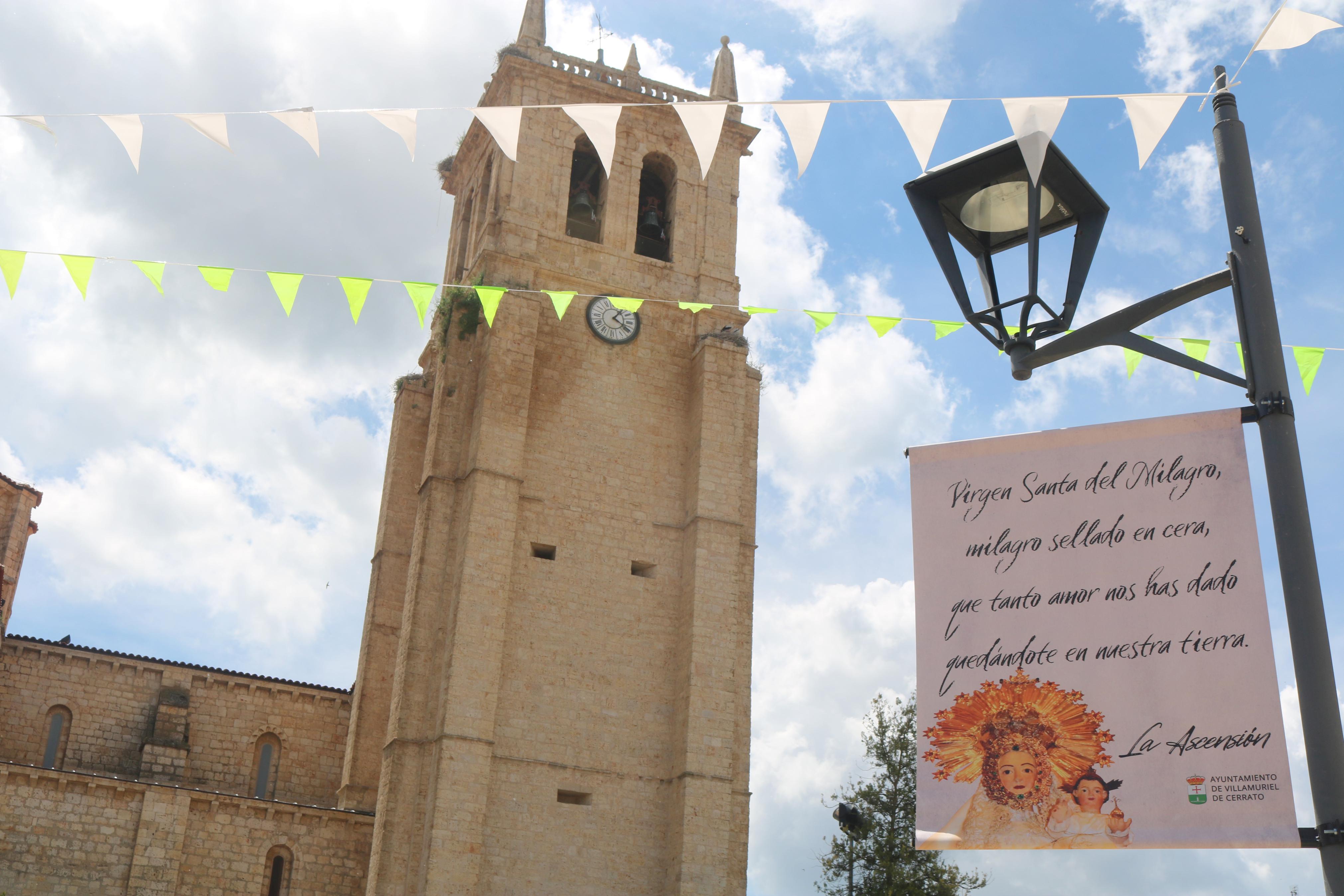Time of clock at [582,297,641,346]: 1:20
